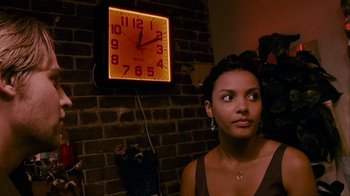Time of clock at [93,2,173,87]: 12:10
